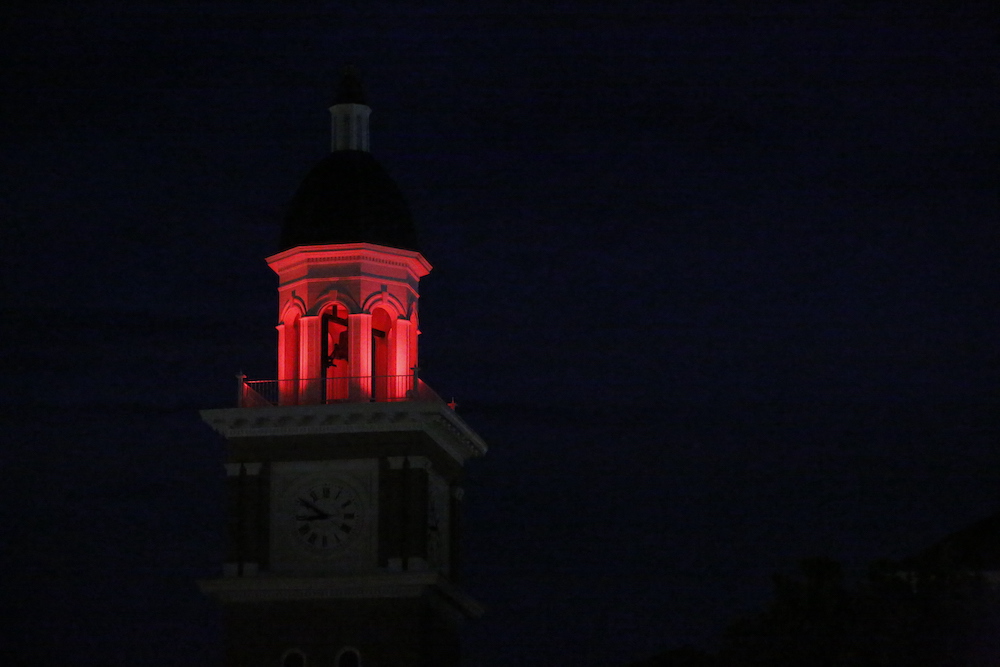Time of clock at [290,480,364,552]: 8:50
